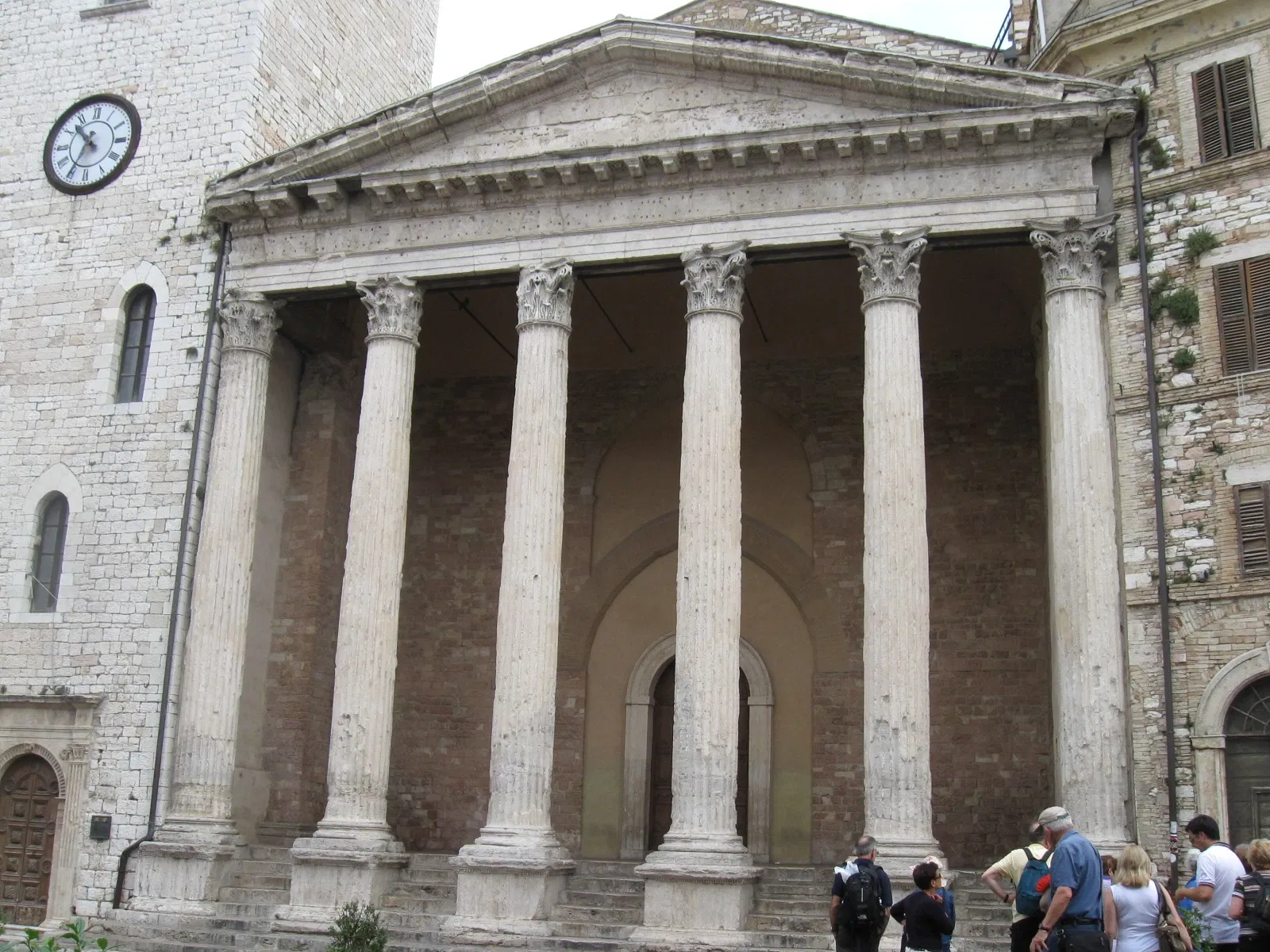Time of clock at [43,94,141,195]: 10:35
